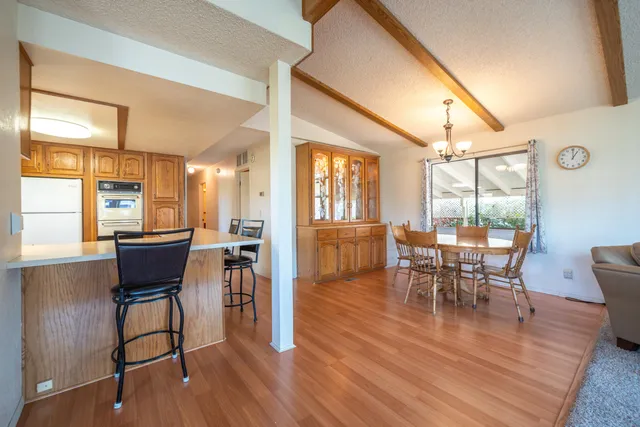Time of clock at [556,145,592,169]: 1:00
